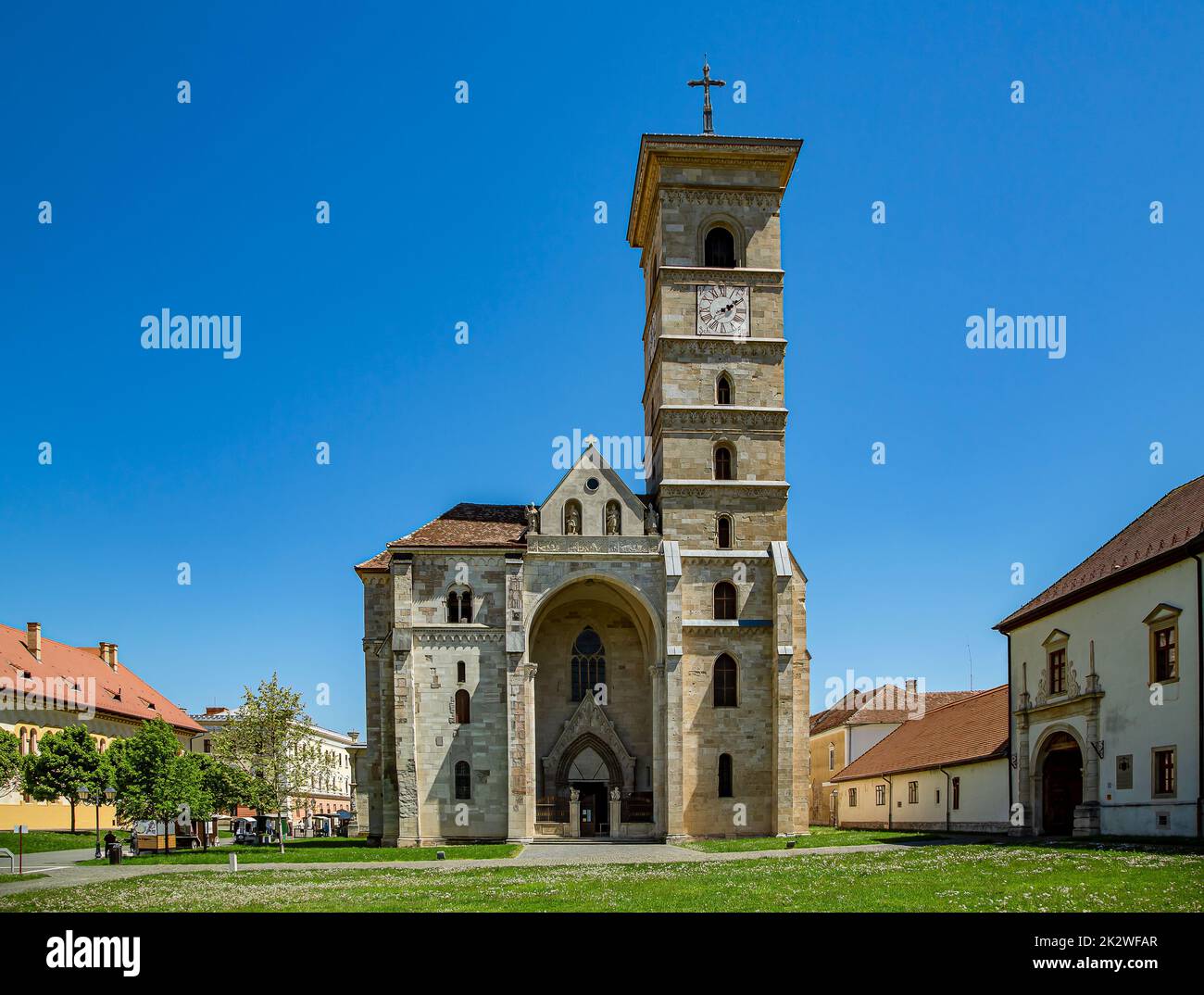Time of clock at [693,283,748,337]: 2:09
